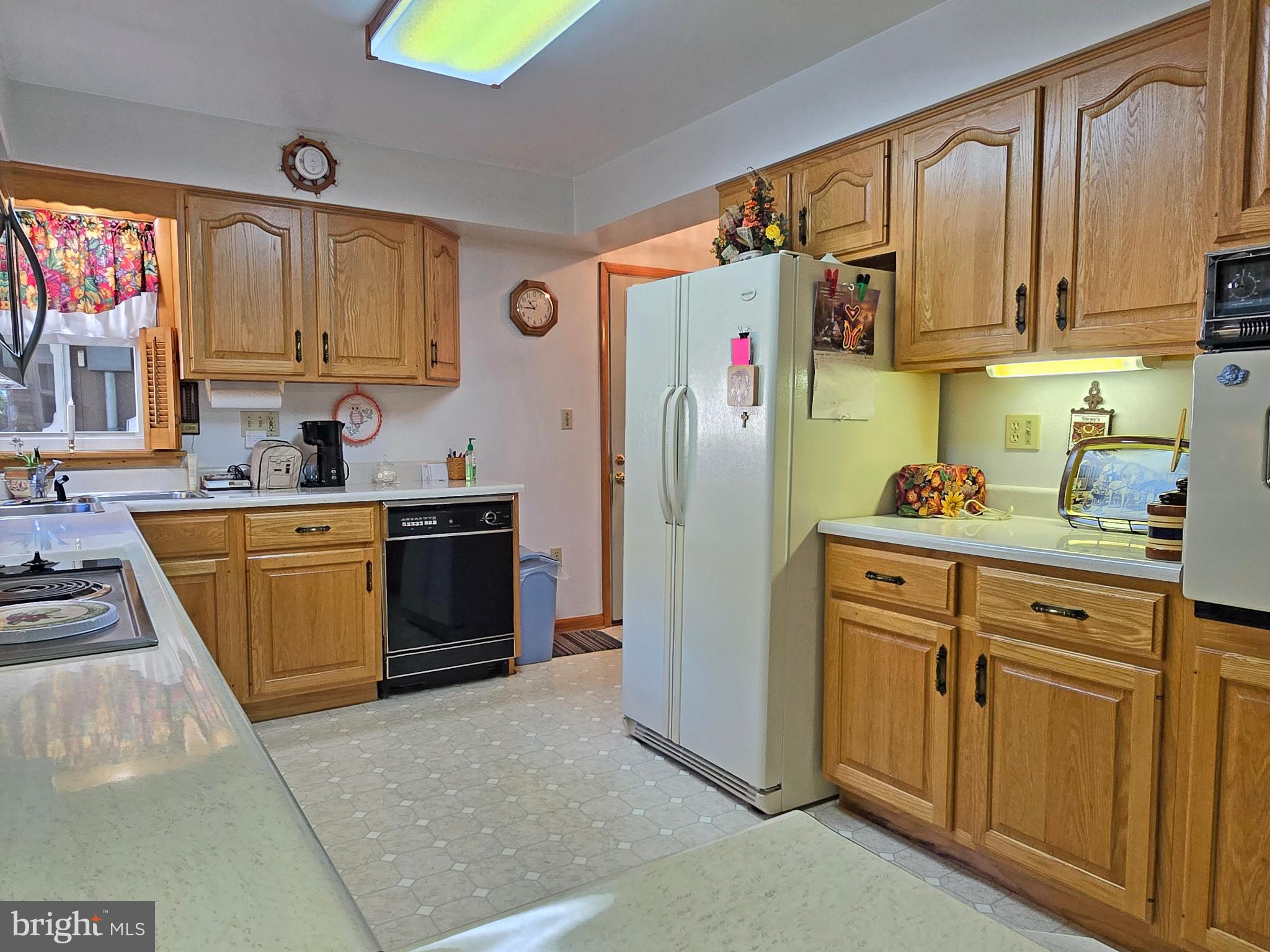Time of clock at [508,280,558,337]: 10:45
